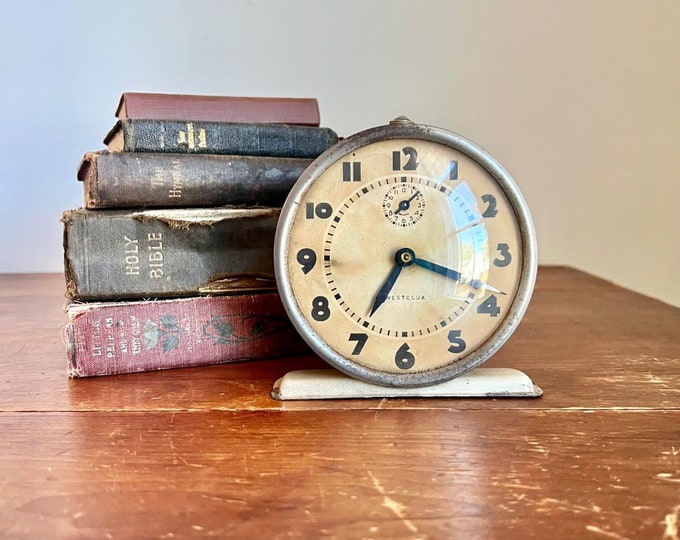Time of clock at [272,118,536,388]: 3:35
